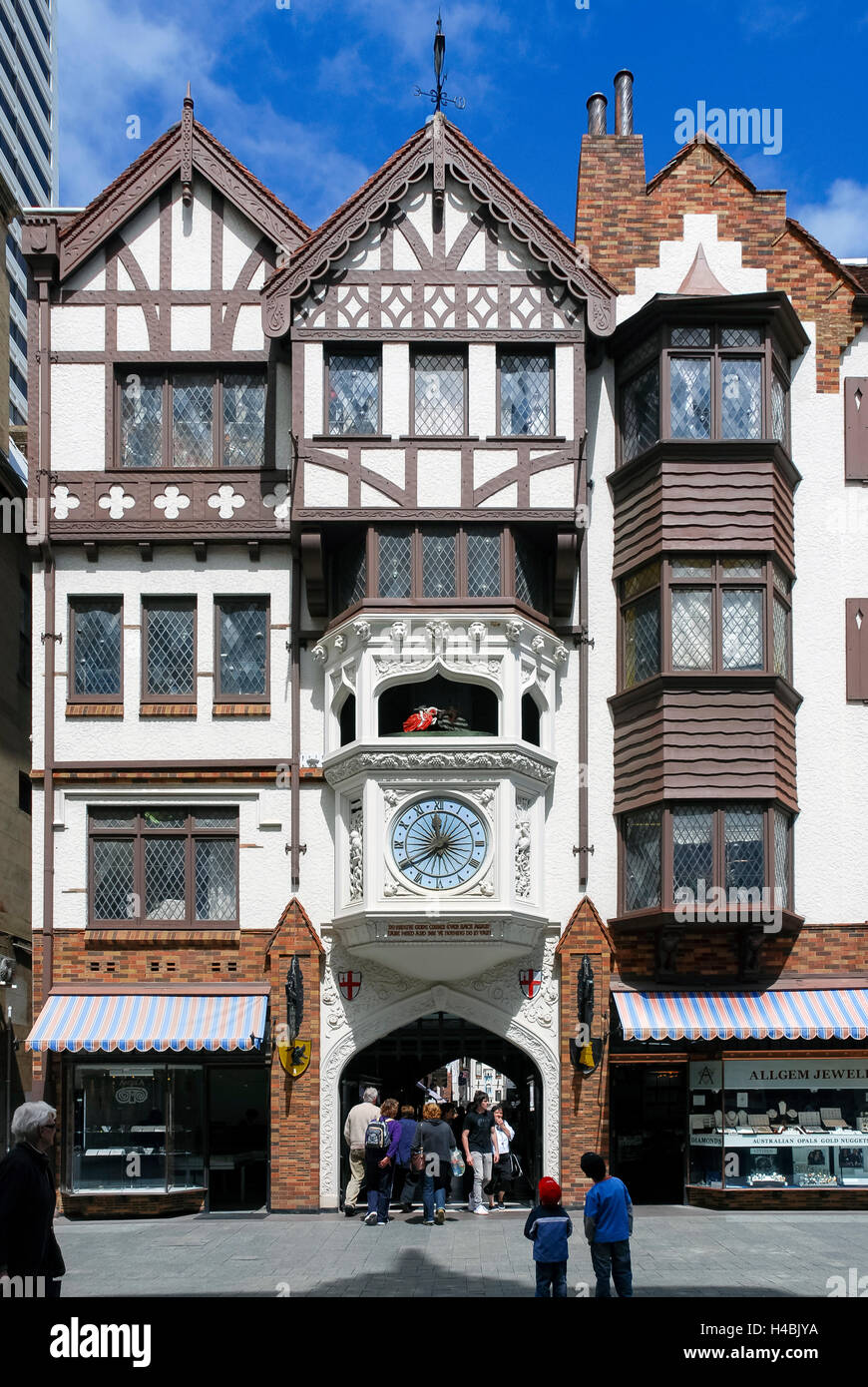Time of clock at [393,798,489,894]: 2:39
